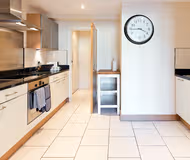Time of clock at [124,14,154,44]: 3:44
